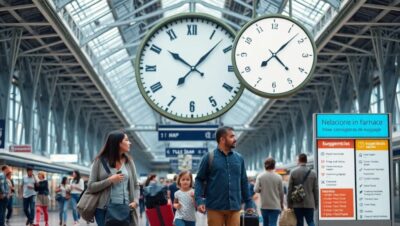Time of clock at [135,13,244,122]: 10:07
